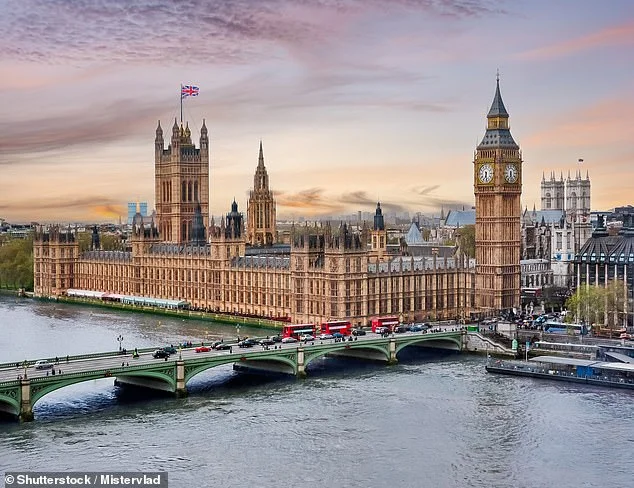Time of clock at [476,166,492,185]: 6:28
